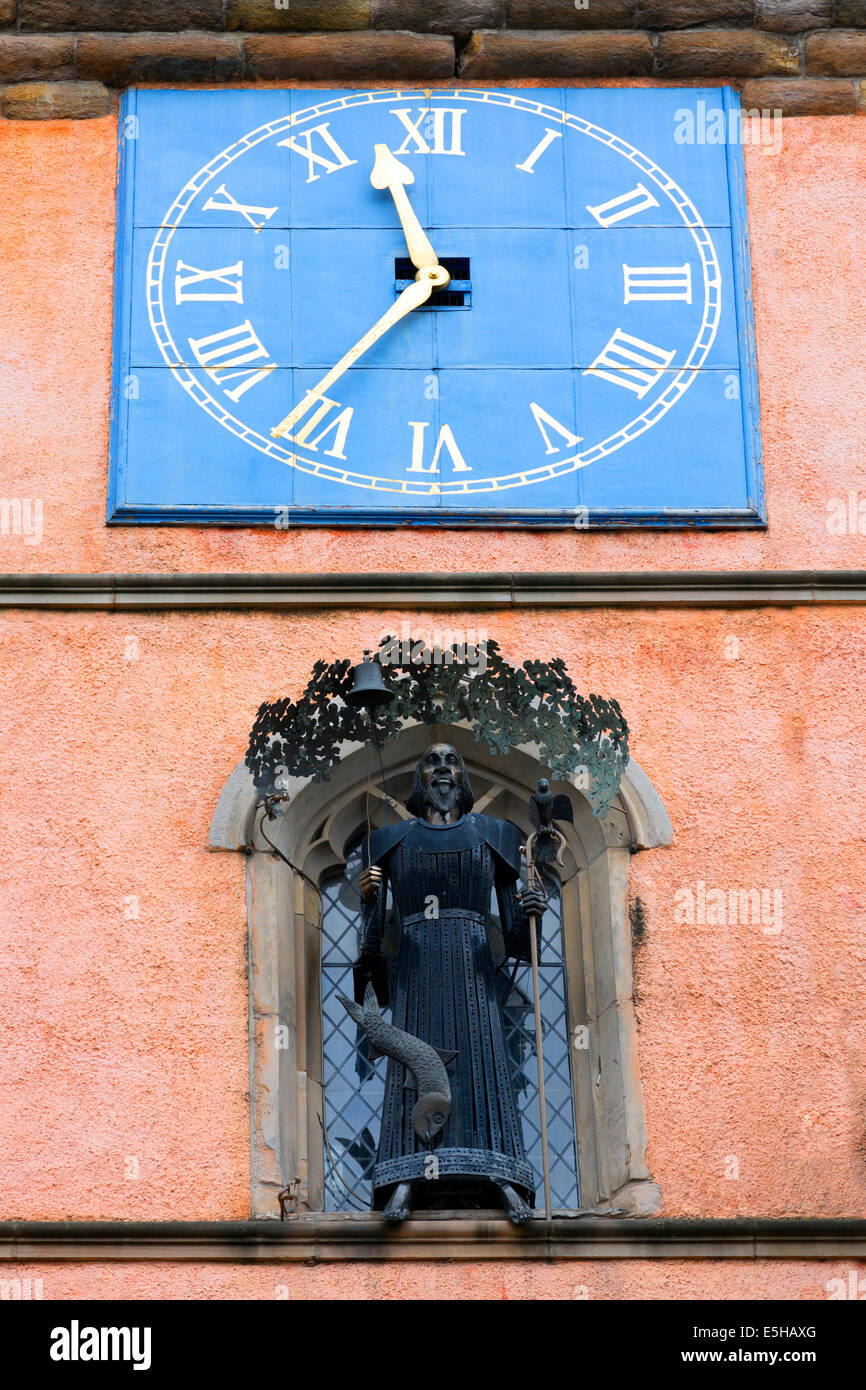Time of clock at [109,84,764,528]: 11:36
